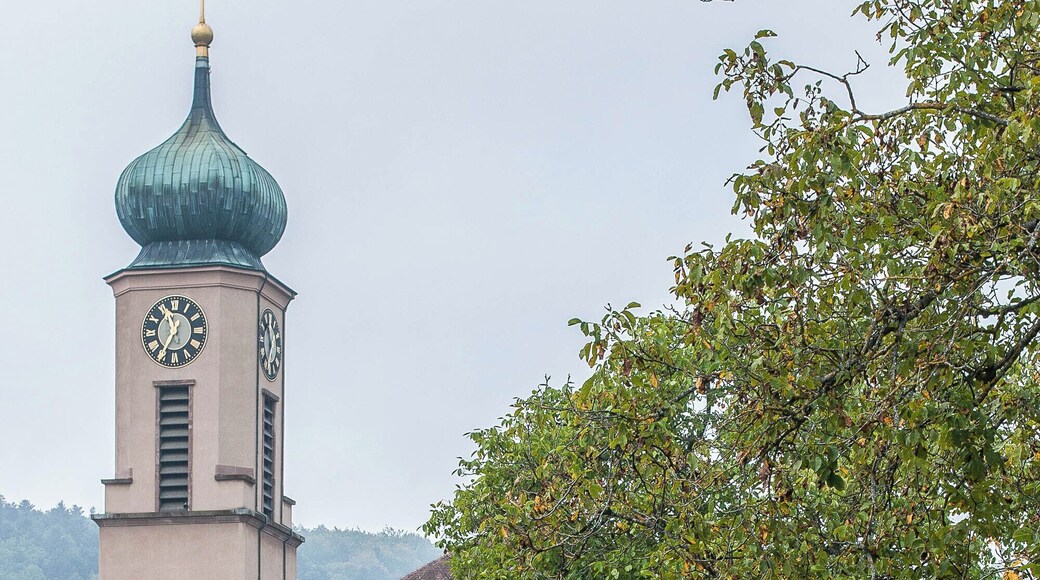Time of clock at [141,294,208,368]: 11:35
